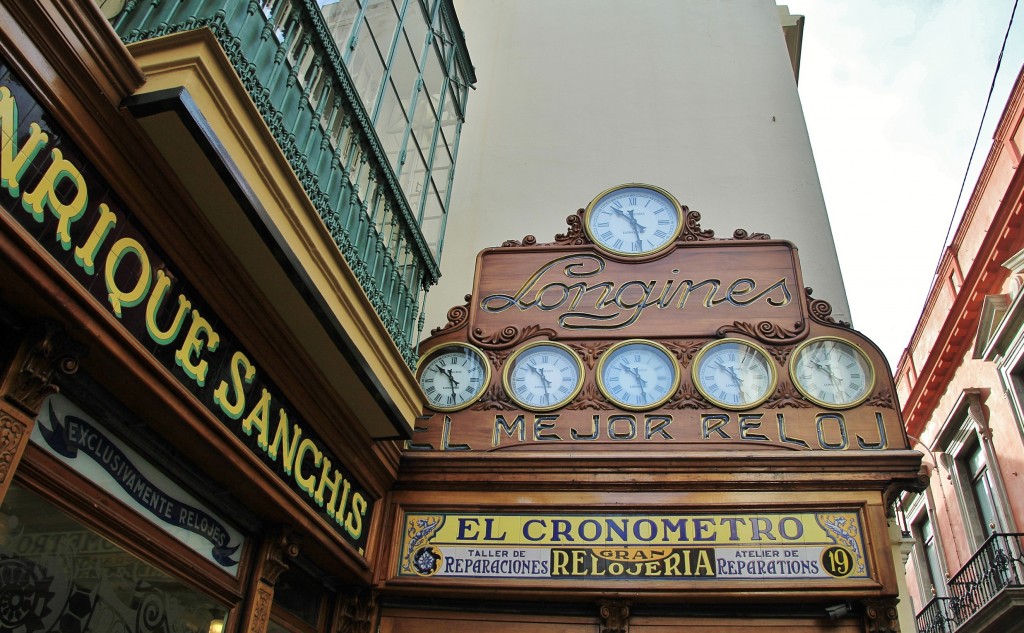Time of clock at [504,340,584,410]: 10:28
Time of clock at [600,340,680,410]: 10:27
